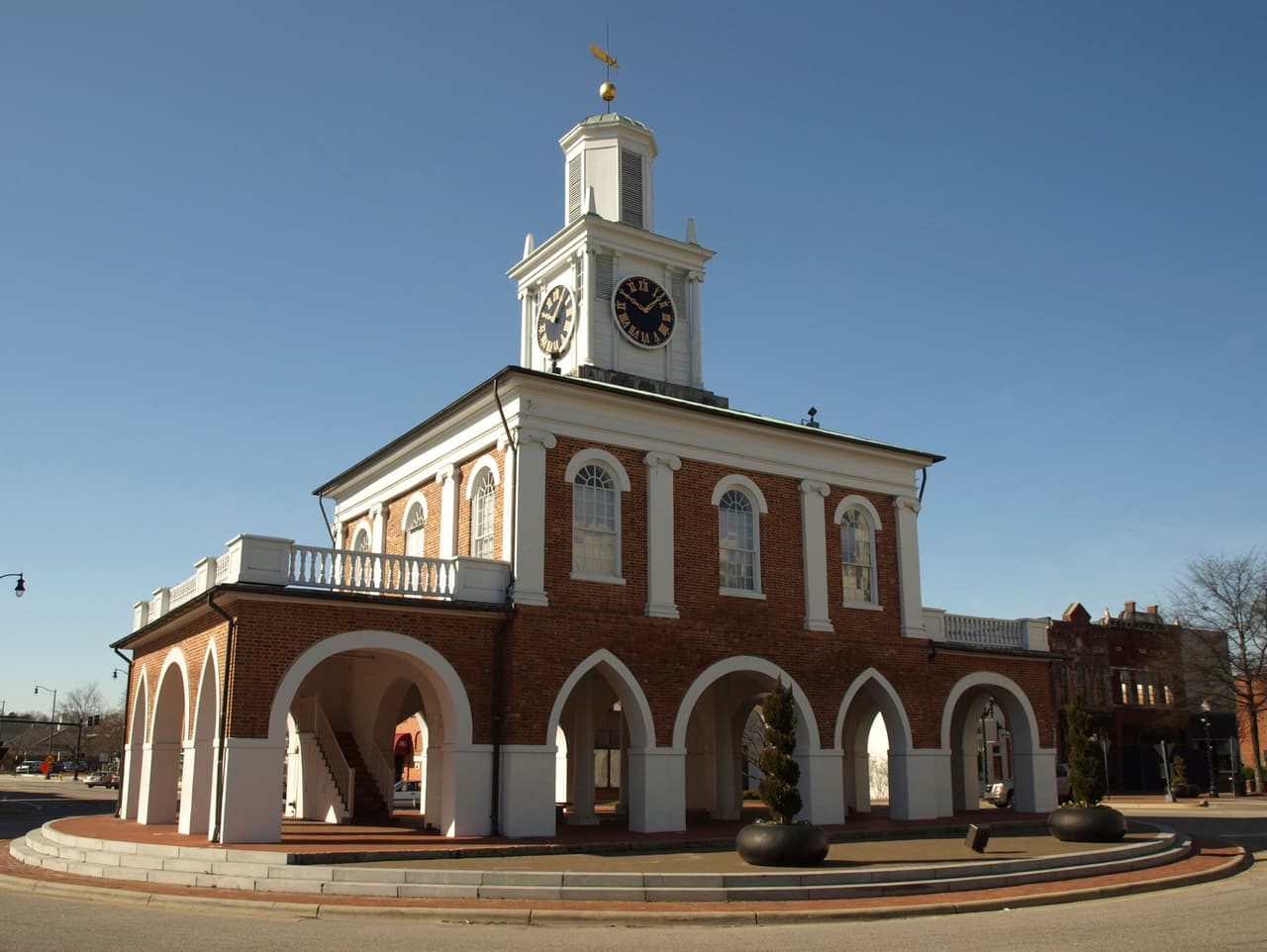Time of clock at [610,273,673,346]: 10:07
